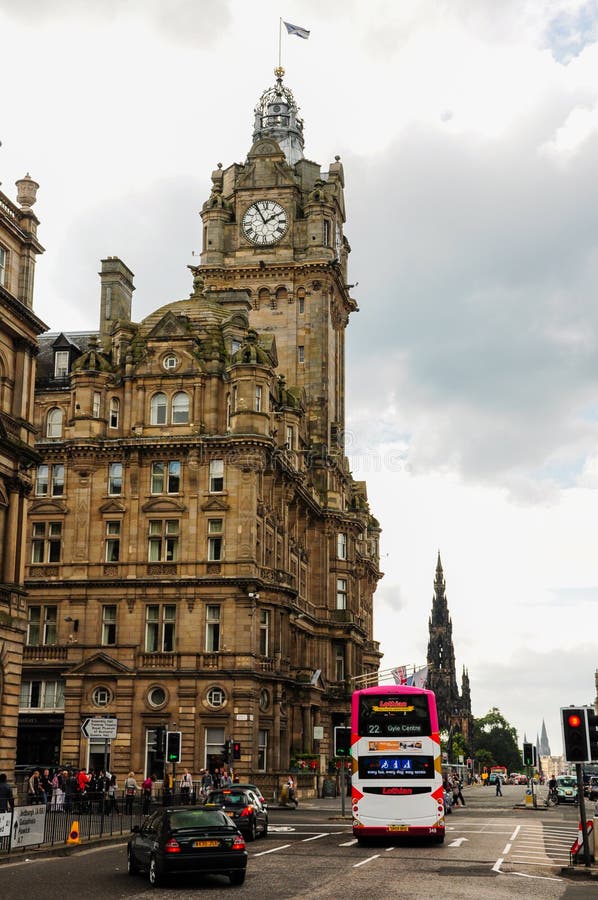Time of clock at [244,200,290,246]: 1:55
